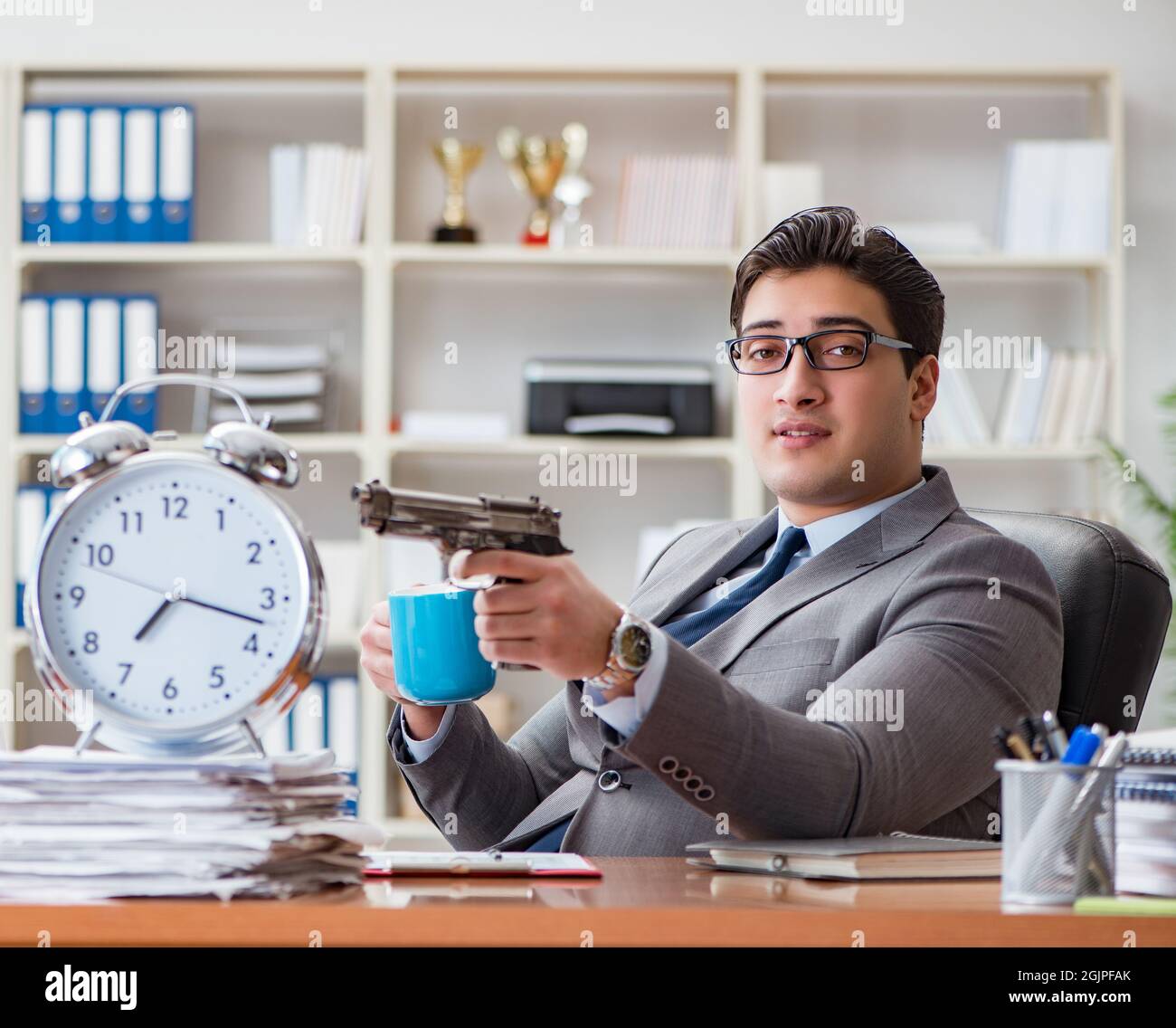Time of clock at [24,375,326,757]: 7:17
